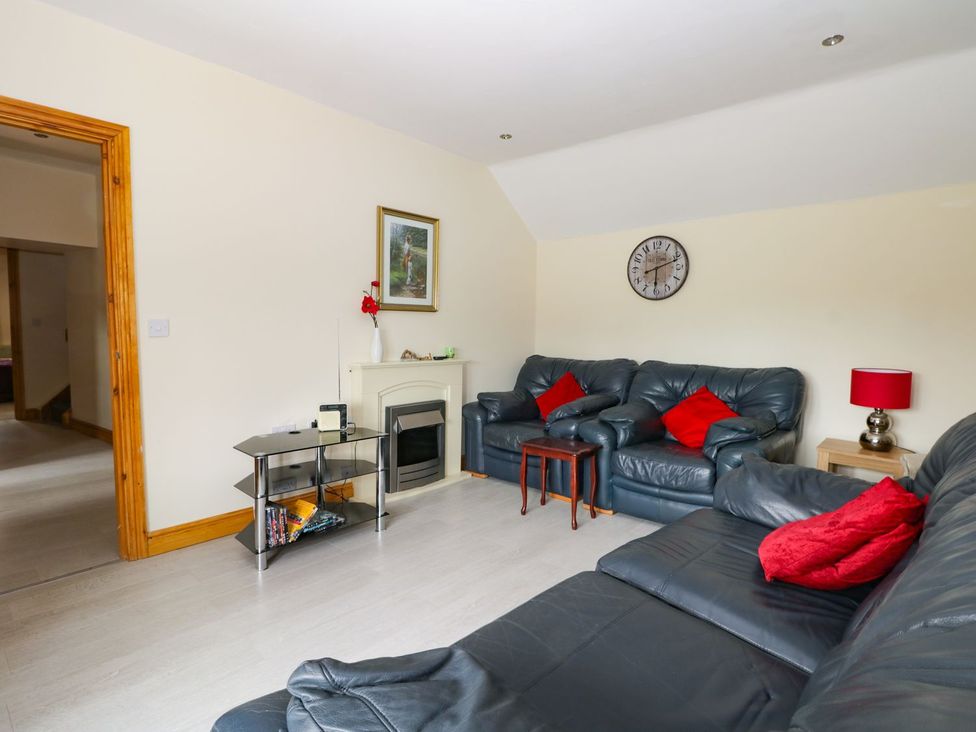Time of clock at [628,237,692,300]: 6:11
